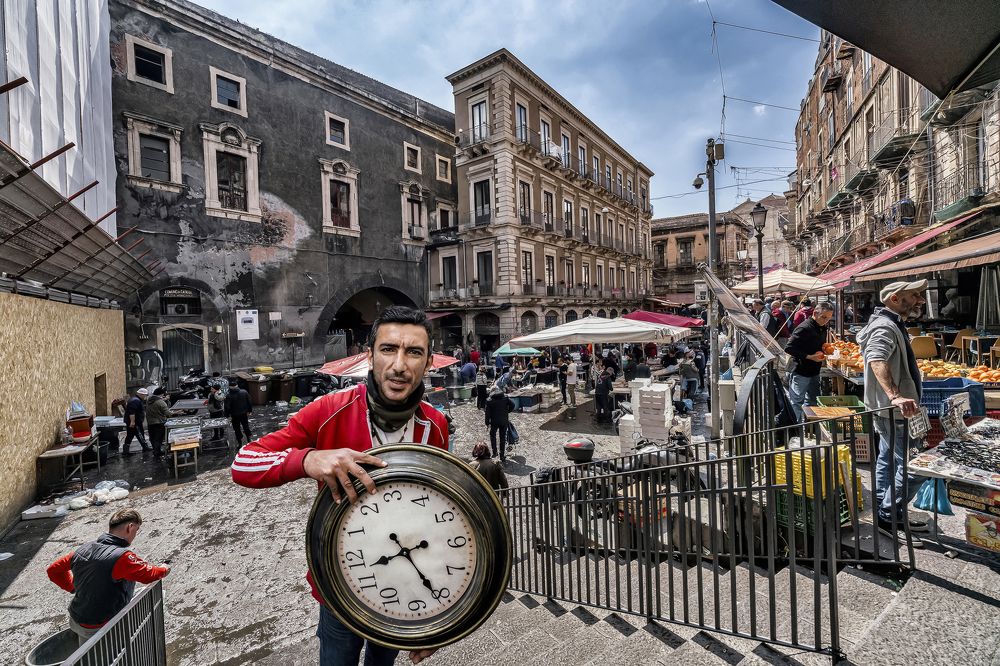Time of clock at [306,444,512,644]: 8:25
